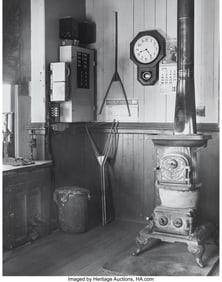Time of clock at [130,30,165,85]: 8:23
